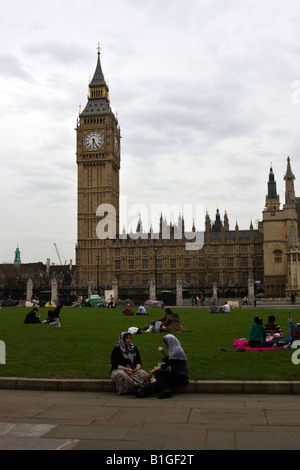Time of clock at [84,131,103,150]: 6:25
